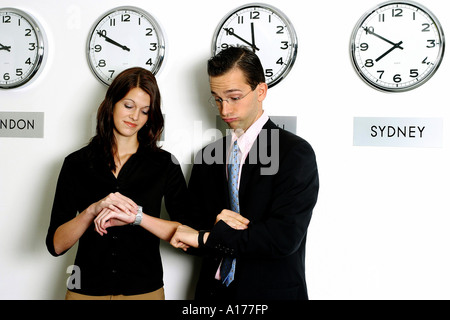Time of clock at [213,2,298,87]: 11:50
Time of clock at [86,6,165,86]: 9:49
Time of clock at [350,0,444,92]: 7:49
